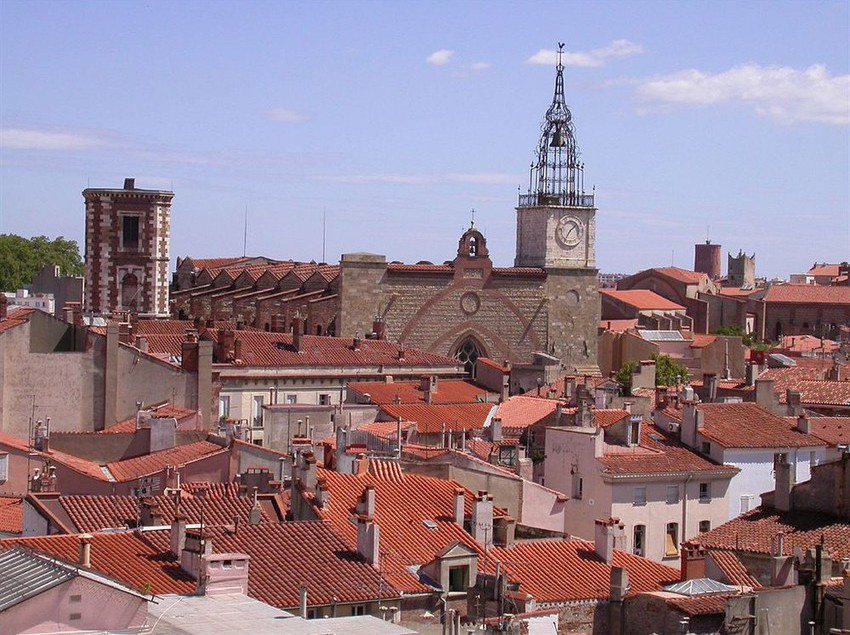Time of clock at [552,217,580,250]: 1:35
